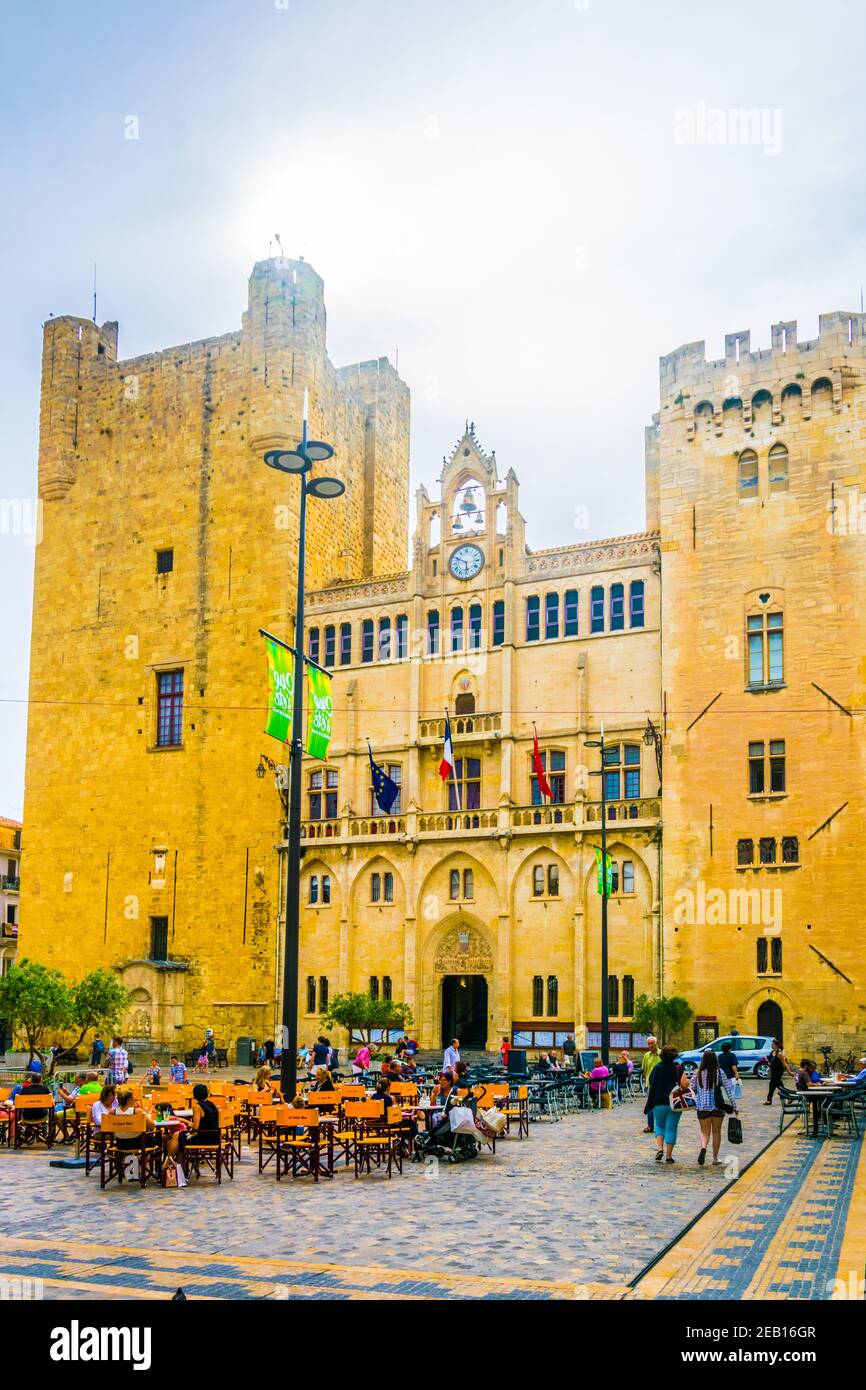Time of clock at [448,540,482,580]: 5:49
